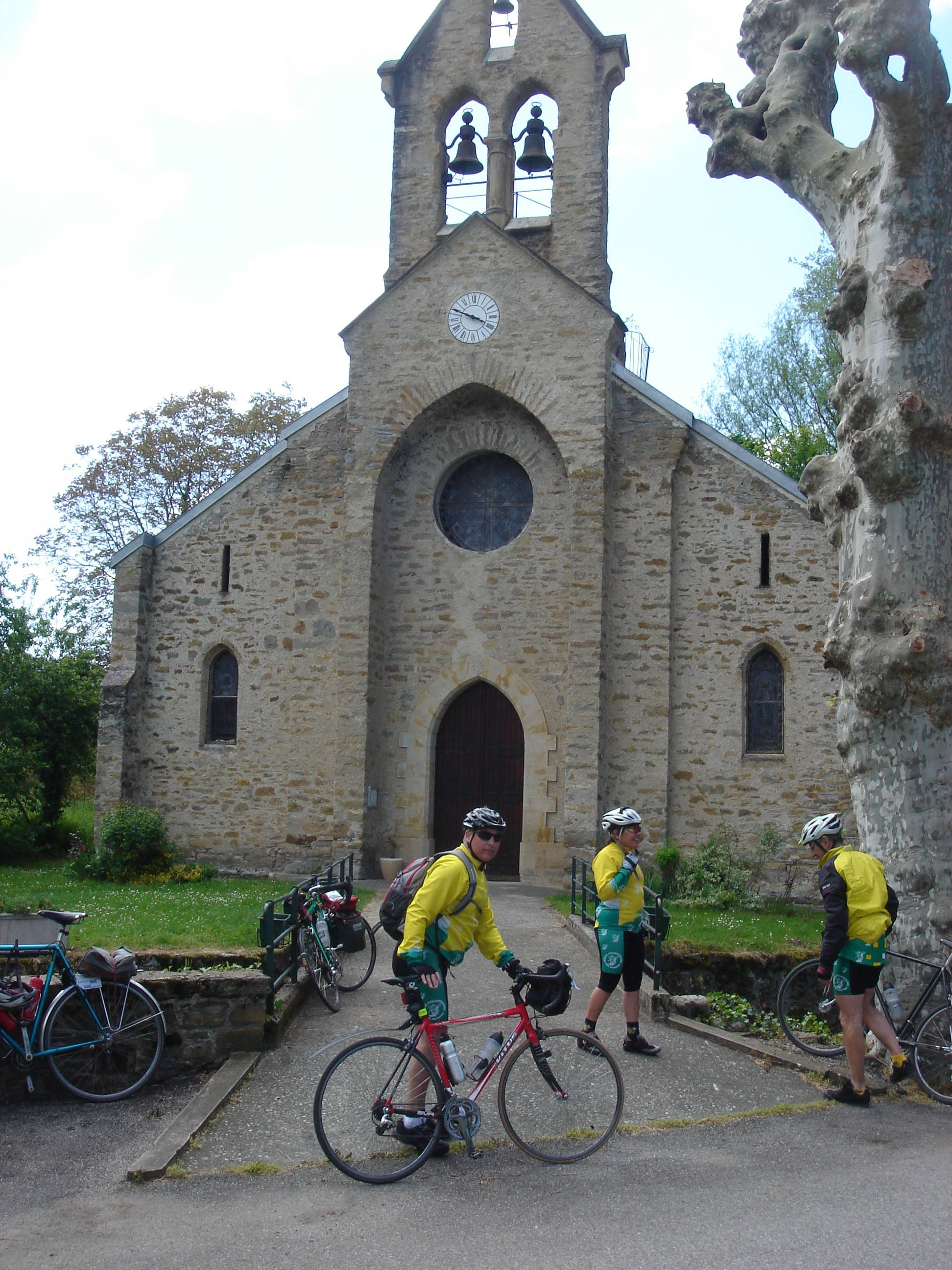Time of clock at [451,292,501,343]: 3:48
